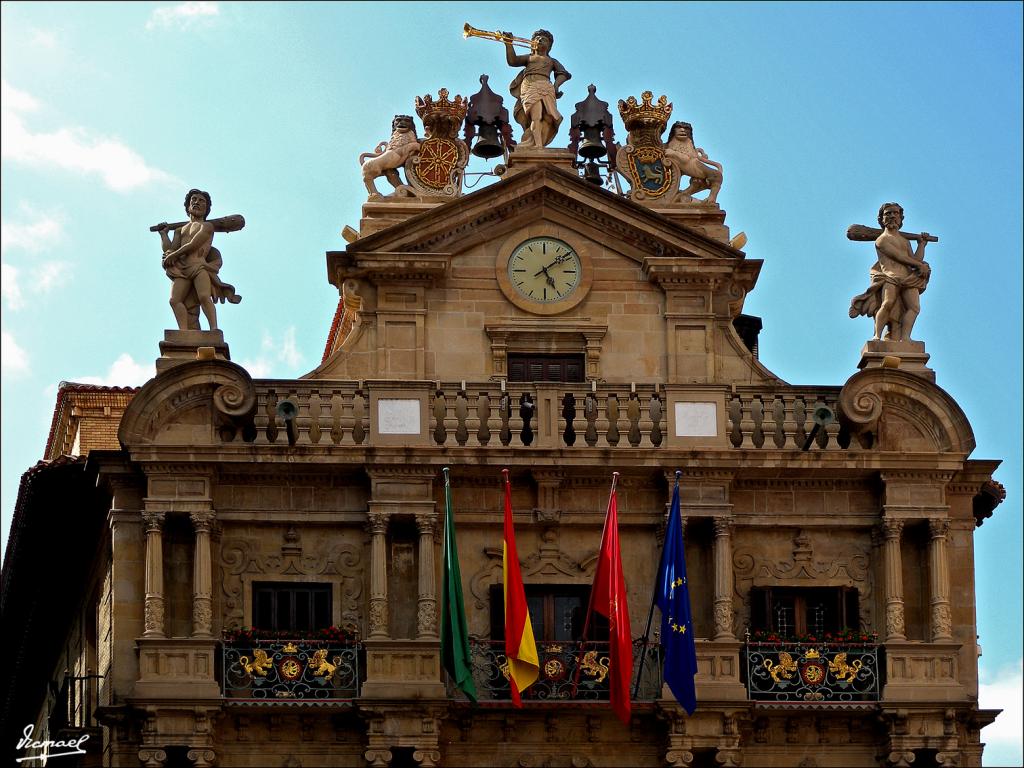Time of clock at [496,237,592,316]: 5:08
